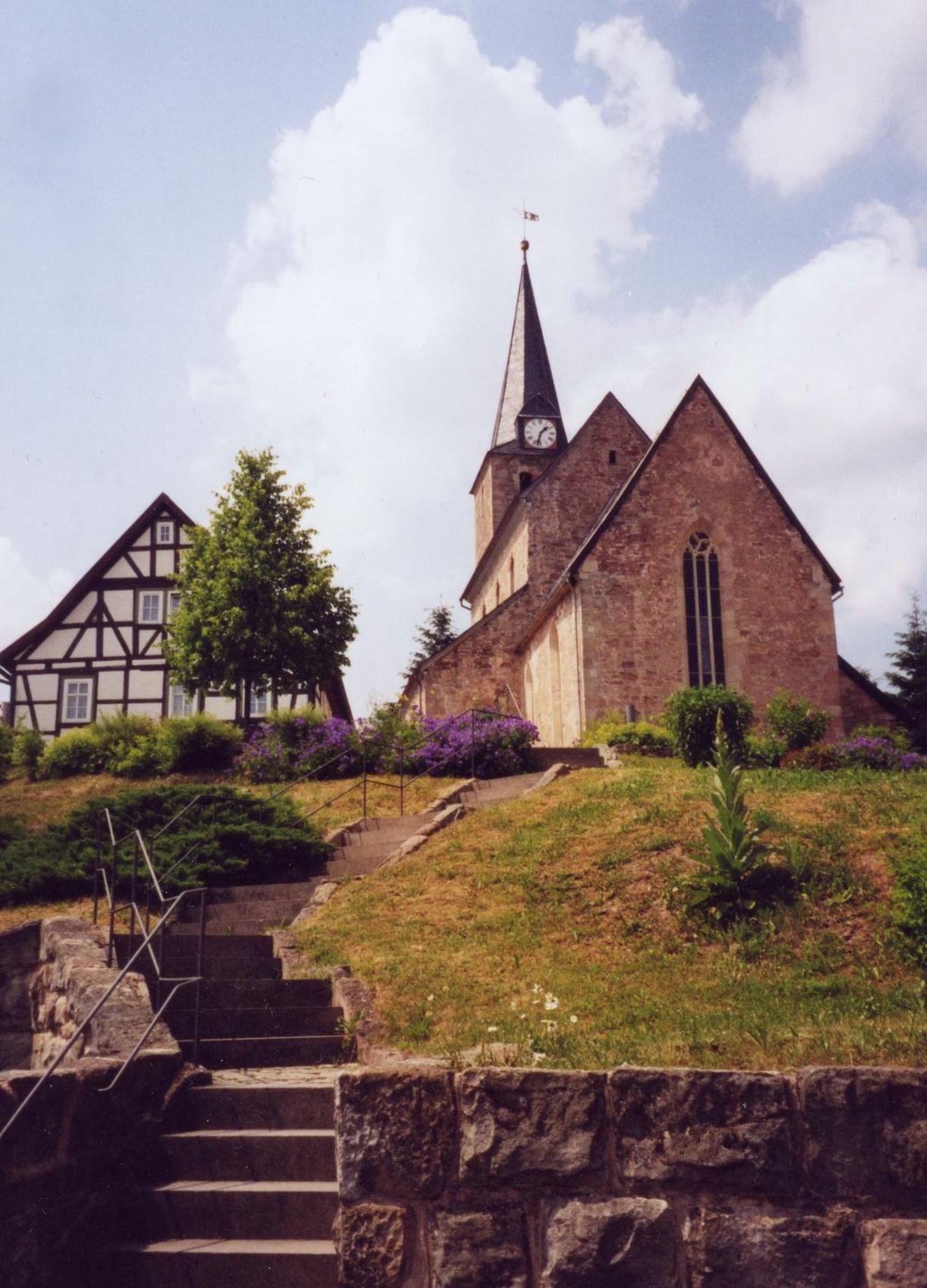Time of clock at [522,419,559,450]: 1:32
